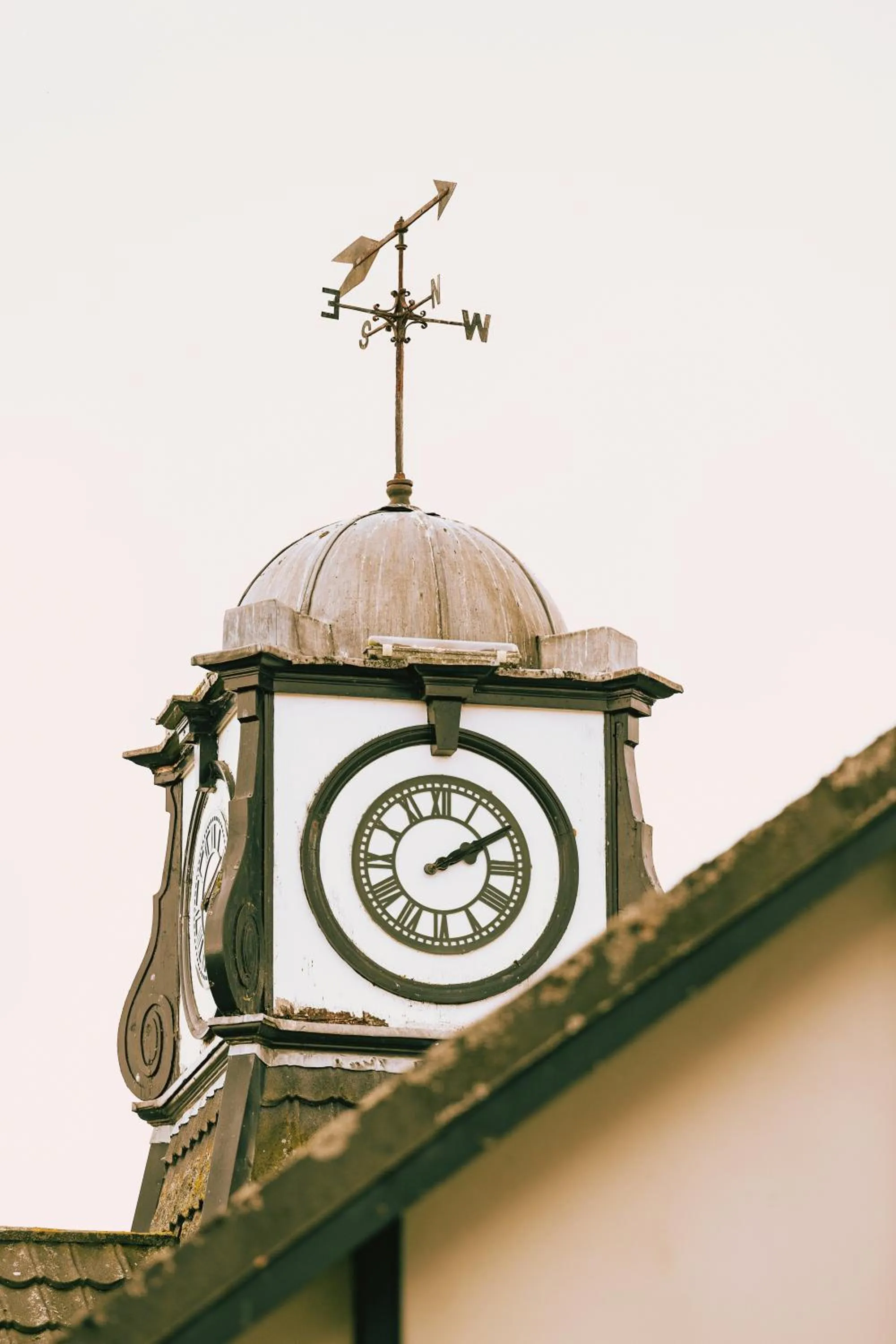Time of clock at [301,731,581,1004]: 2:09
